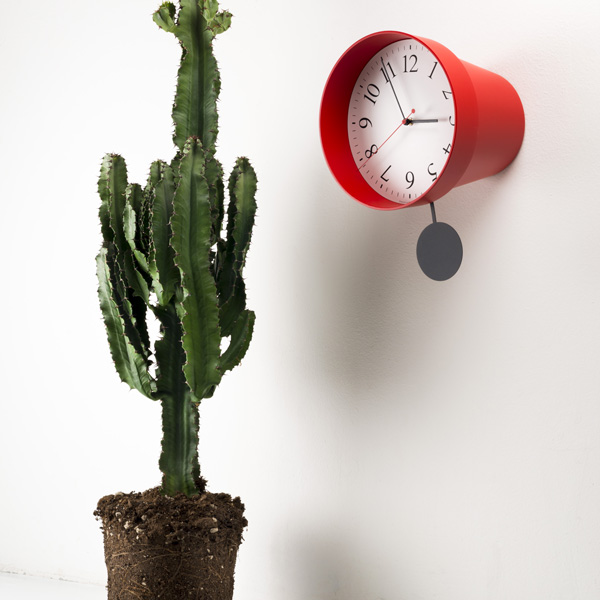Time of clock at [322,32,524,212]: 2:54
